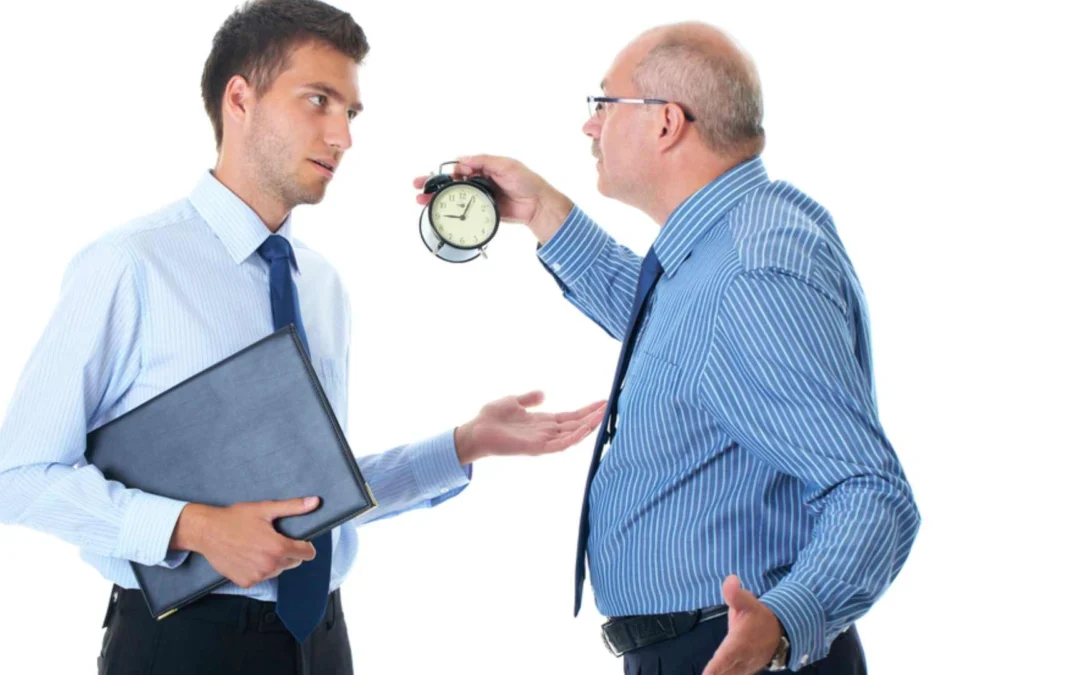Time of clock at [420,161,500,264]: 9:04
